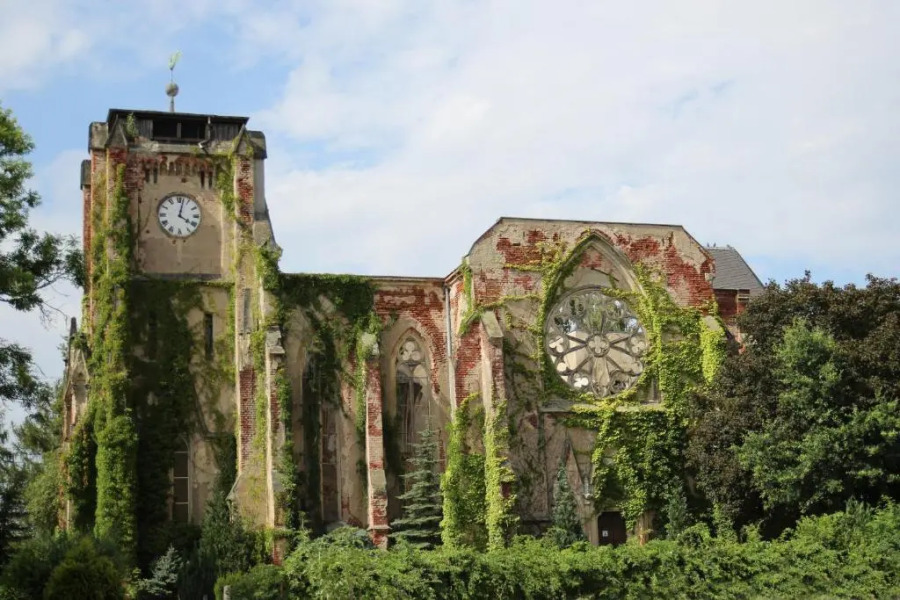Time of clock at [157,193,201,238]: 4:02
